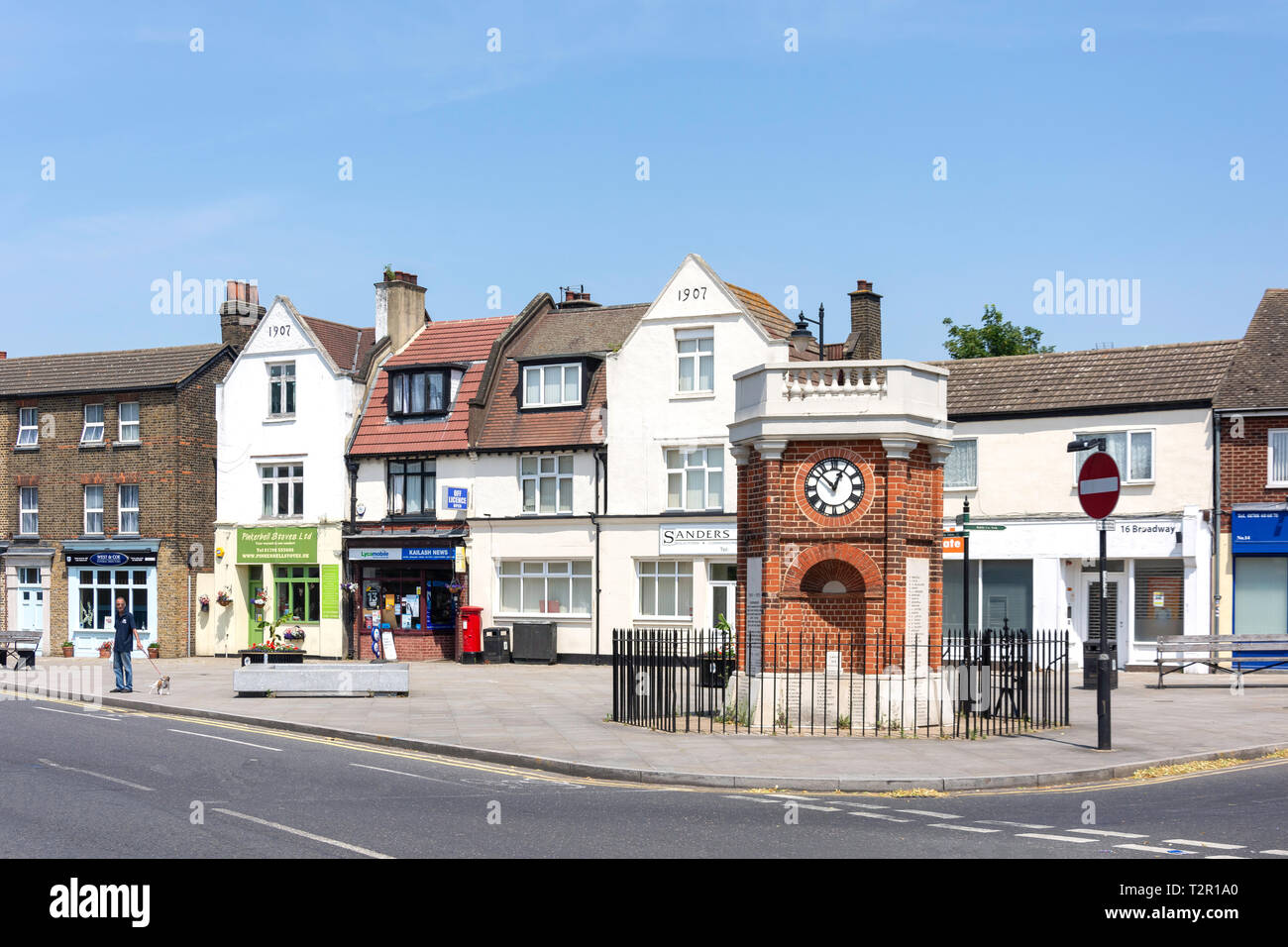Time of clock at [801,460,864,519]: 12:52
